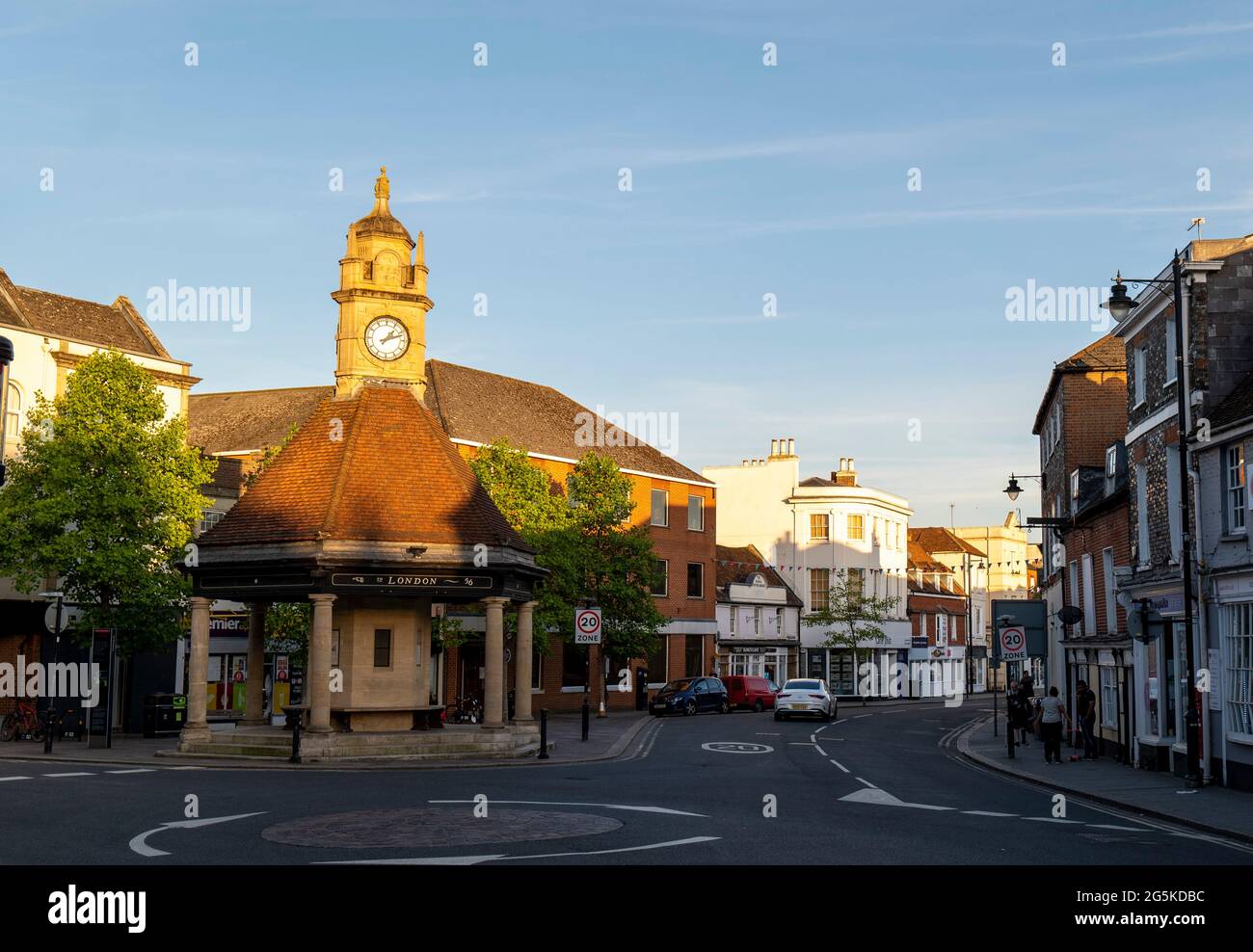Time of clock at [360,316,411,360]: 1:11
